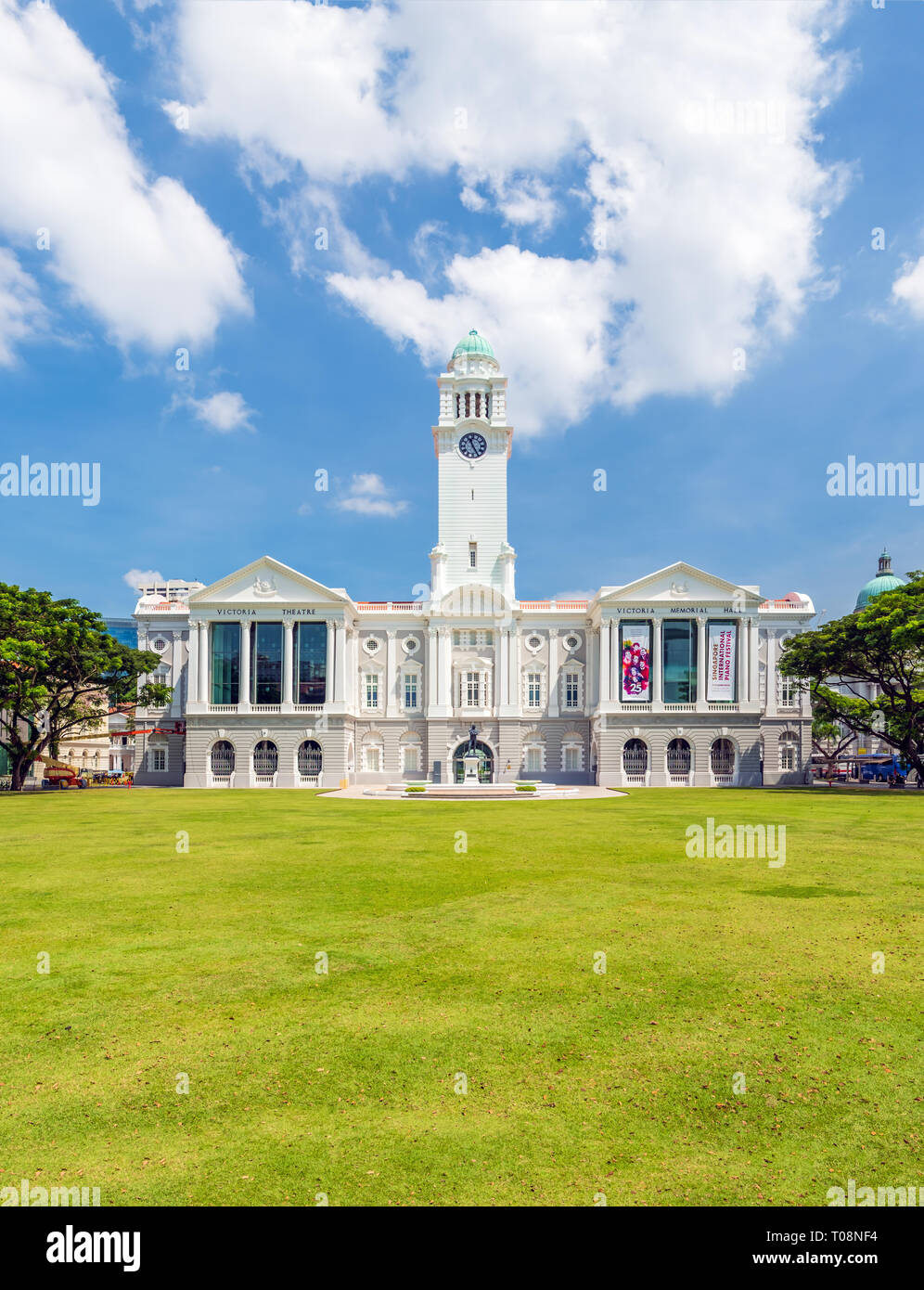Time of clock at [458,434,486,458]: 11:25
